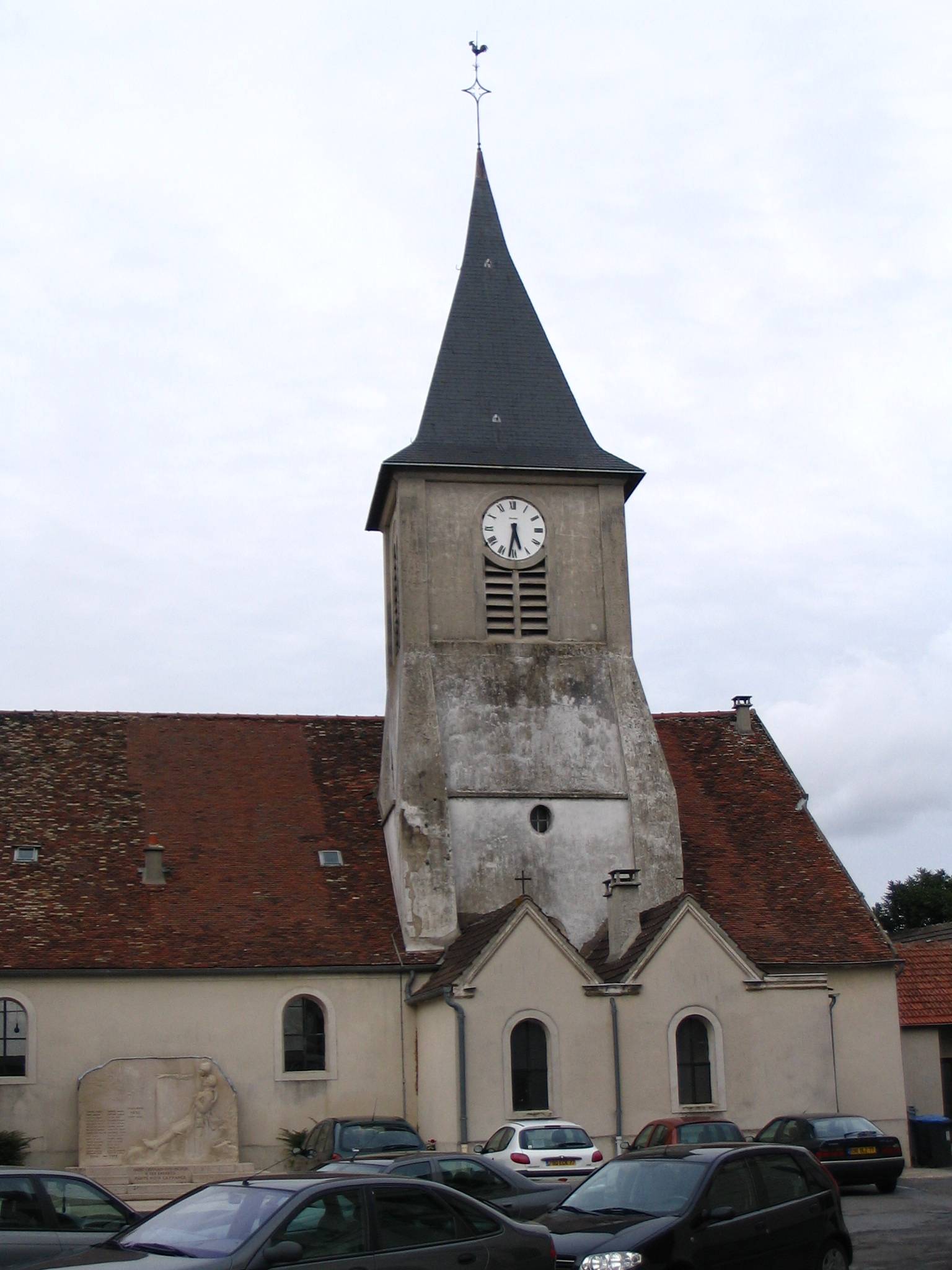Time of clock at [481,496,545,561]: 5:31
